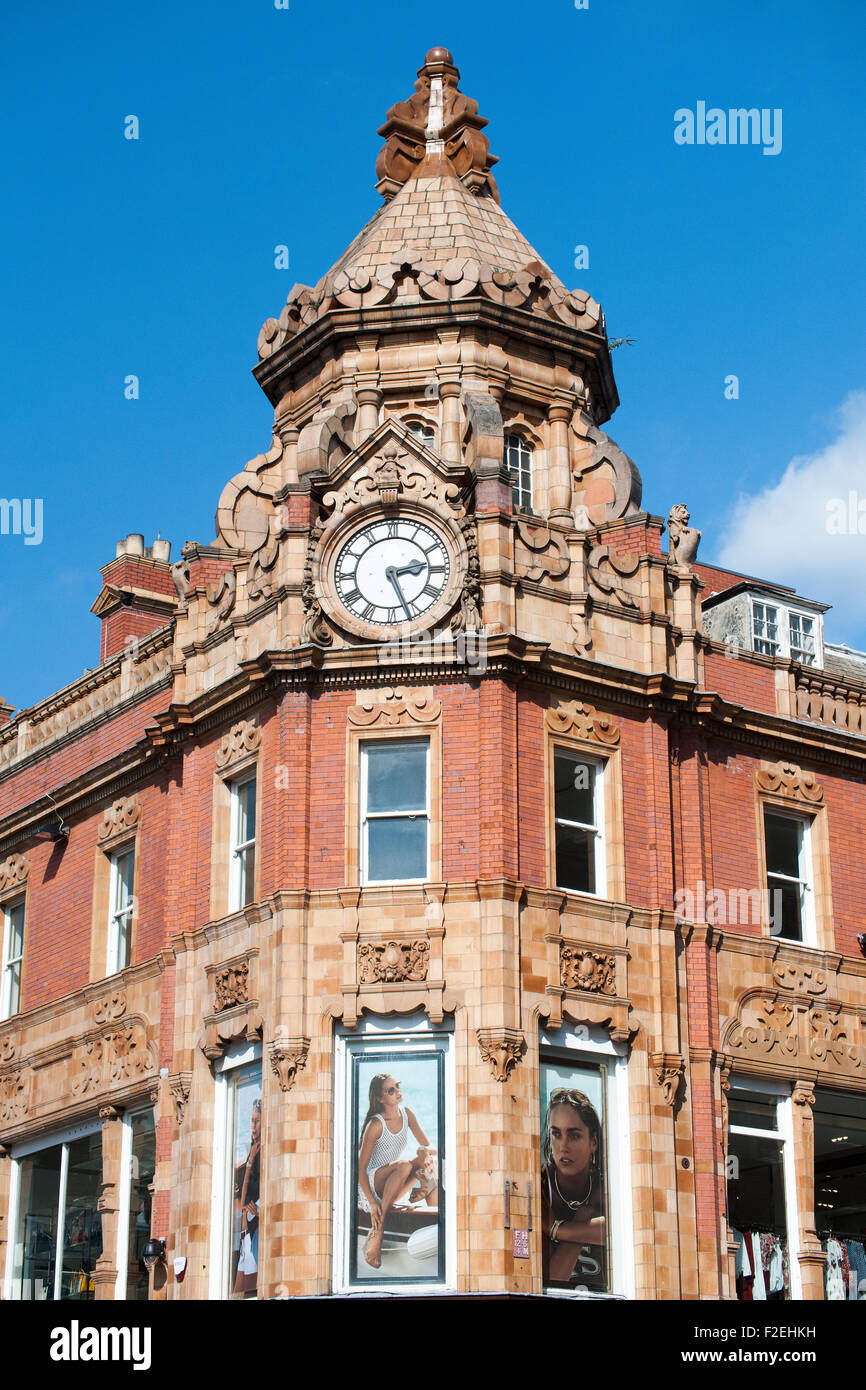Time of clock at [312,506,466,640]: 2:26
